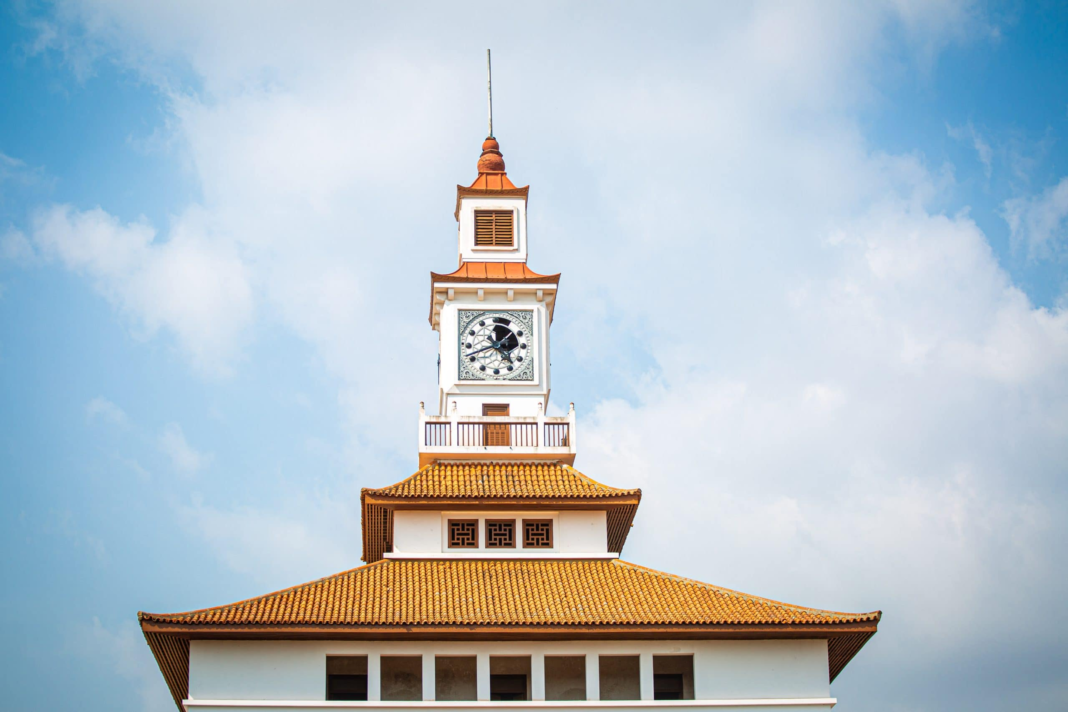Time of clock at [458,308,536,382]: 4:41
